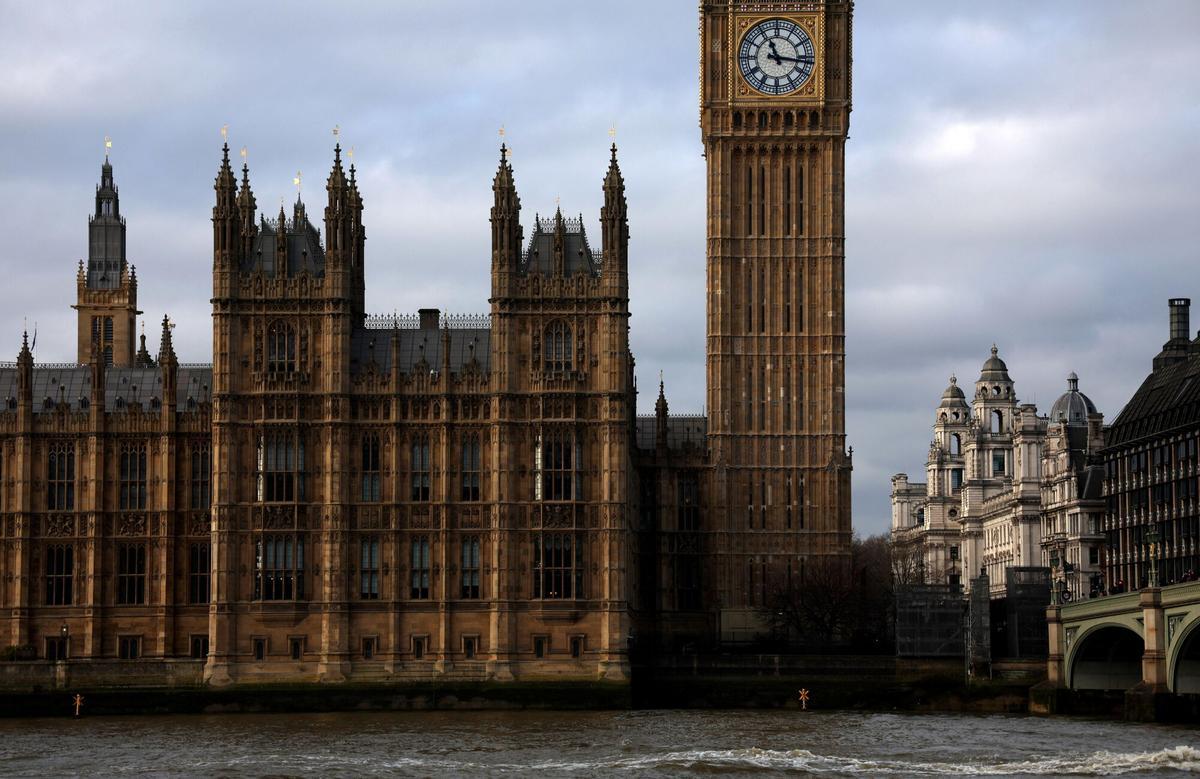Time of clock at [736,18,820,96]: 11:16
